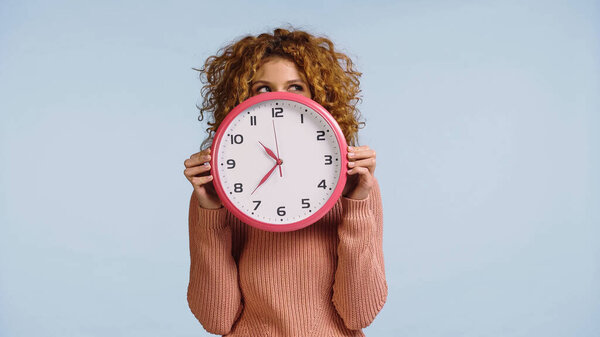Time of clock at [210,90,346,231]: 10:37
